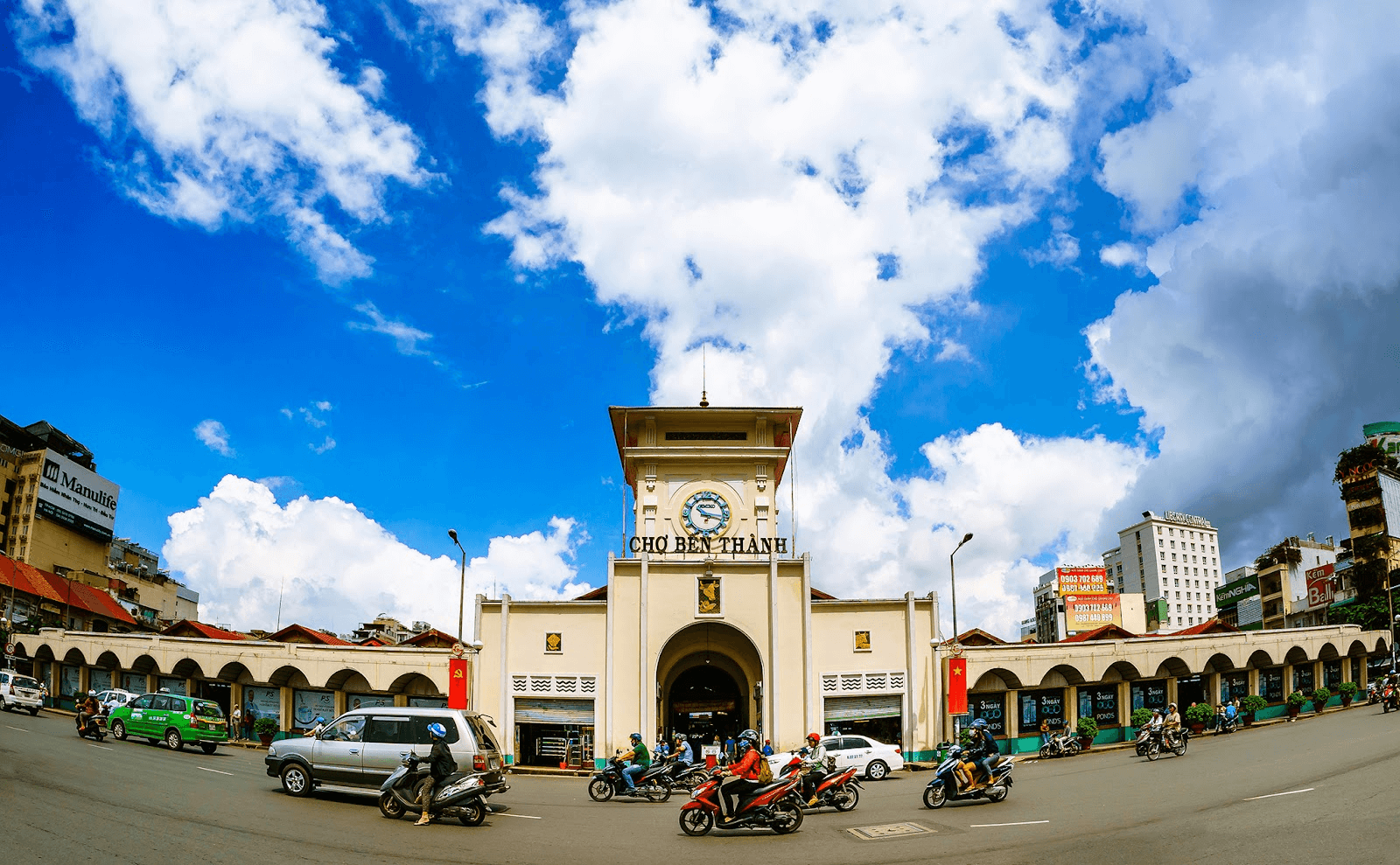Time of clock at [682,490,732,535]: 10:17
